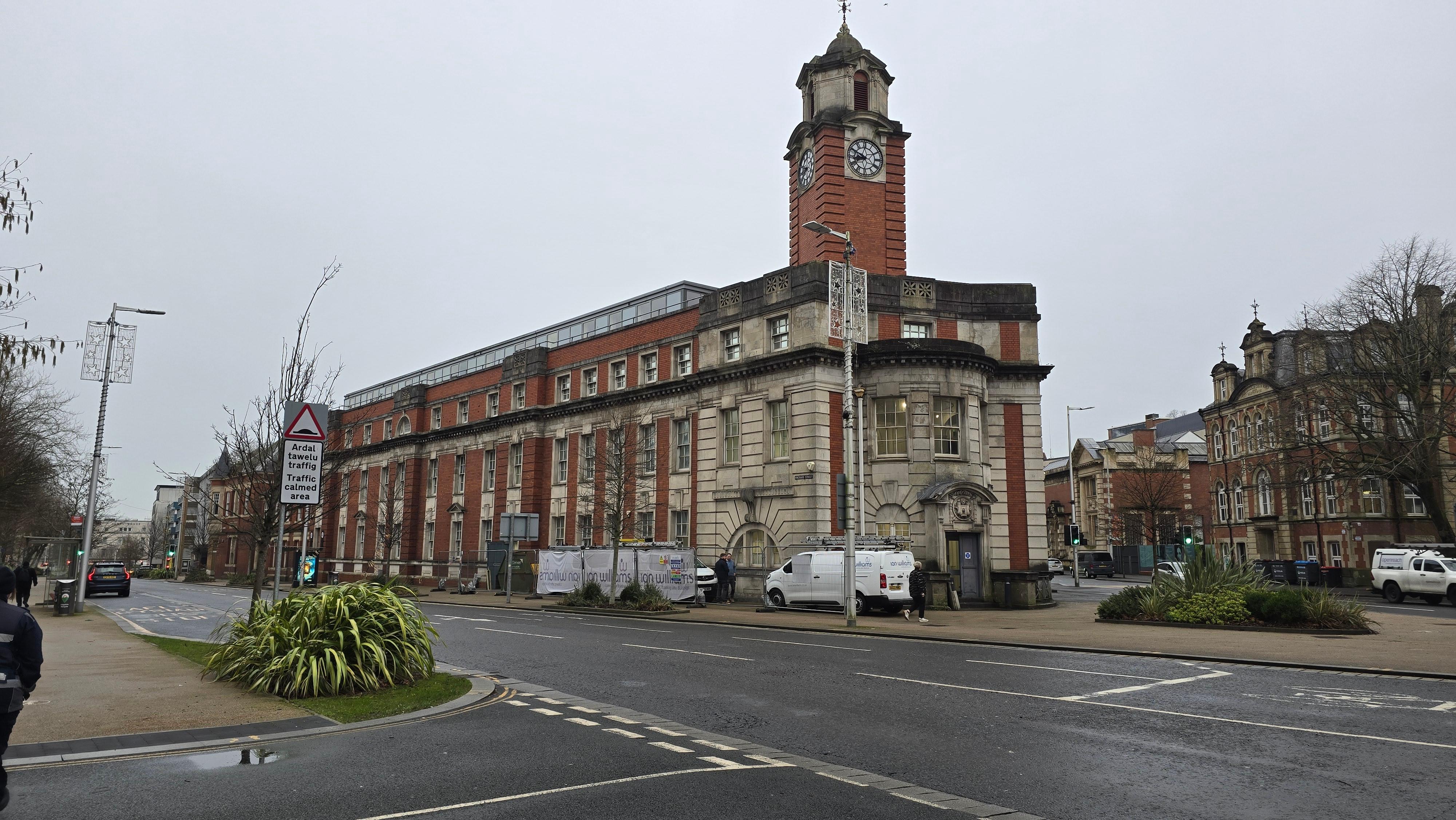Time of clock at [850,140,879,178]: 8:49
